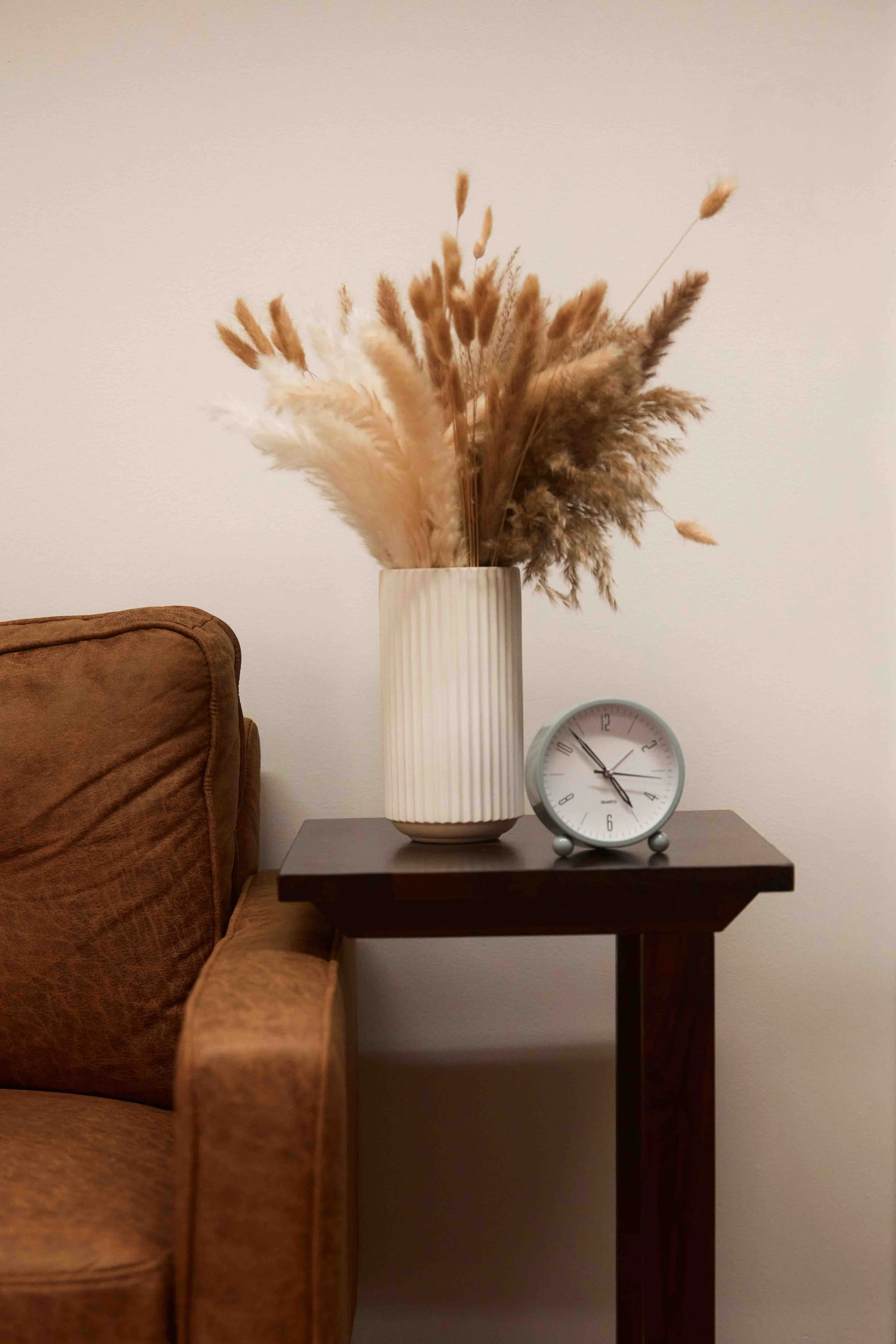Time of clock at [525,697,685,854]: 4:53
